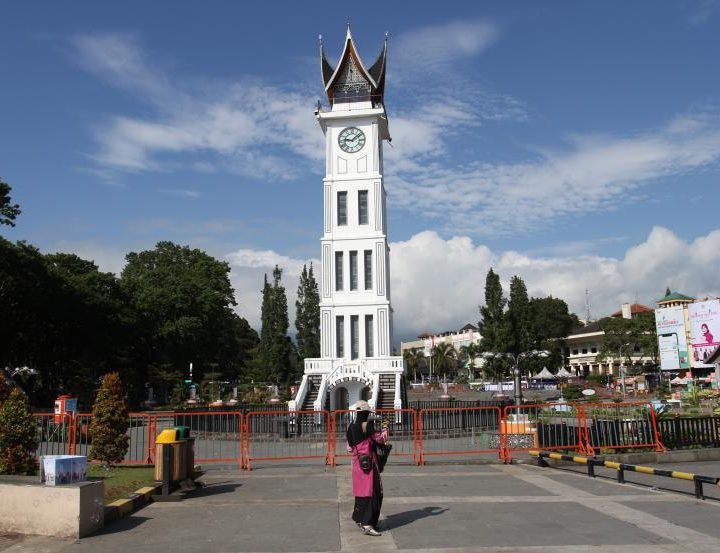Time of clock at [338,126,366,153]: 9:08
